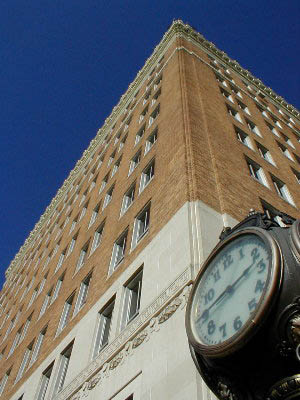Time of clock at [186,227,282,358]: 8:12
